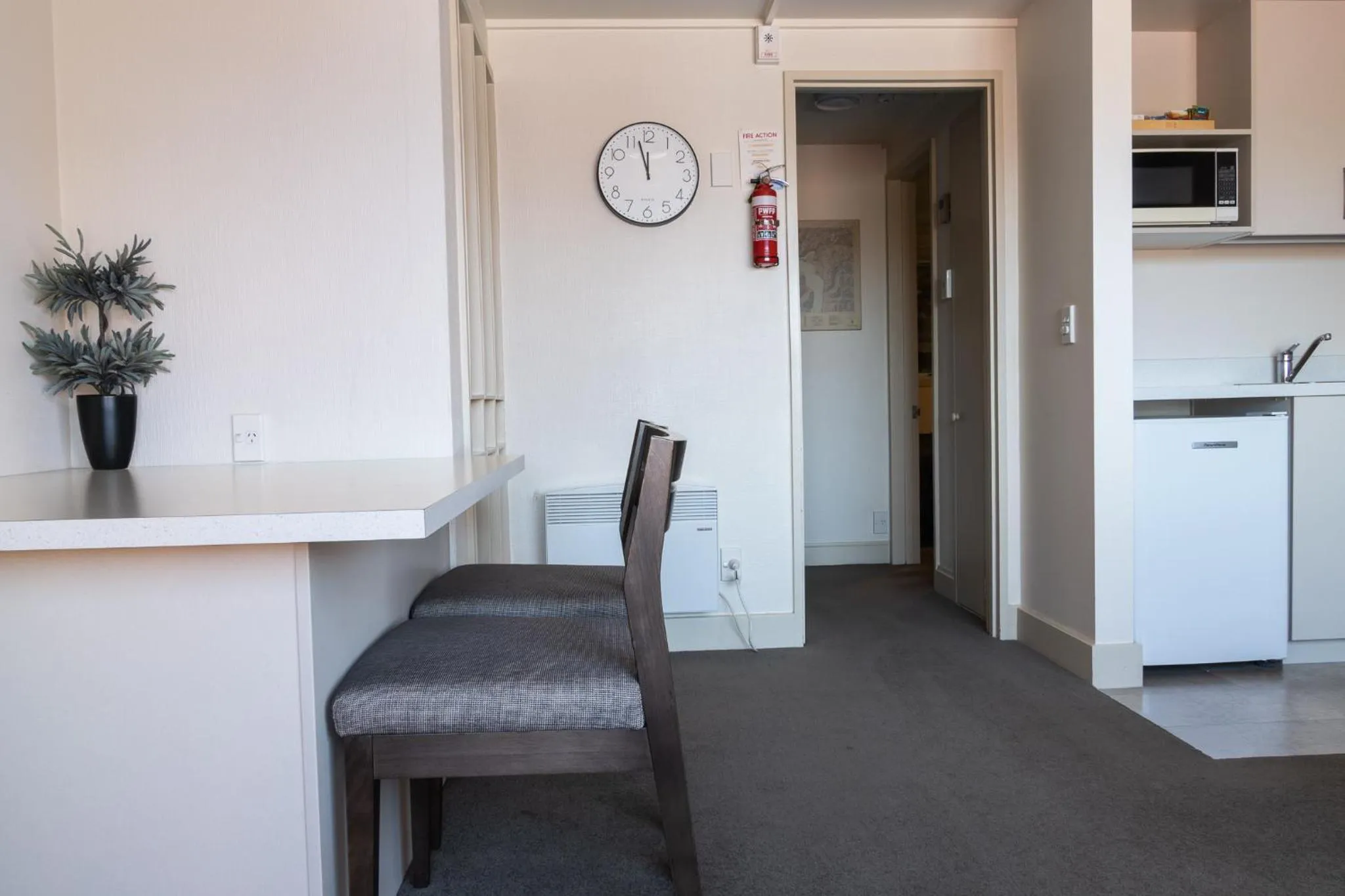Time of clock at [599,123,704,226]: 11:57
